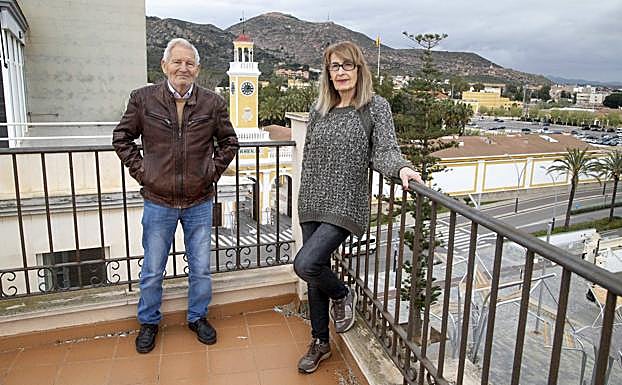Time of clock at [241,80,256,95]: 1:14
